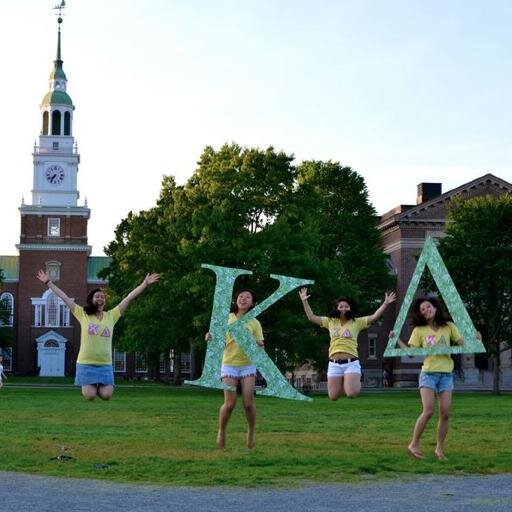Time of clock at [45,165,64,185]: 7:36
